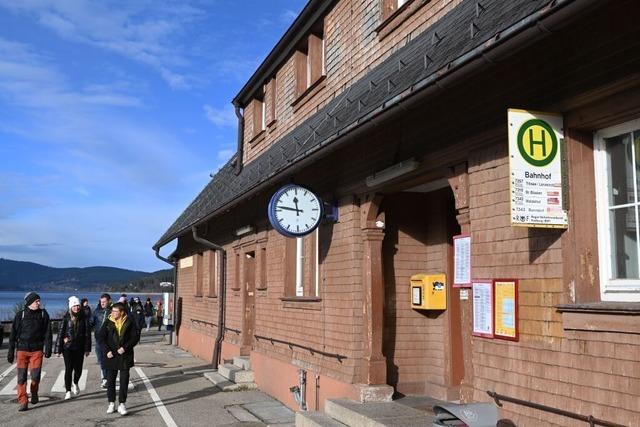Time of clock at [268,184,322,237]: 11:46
